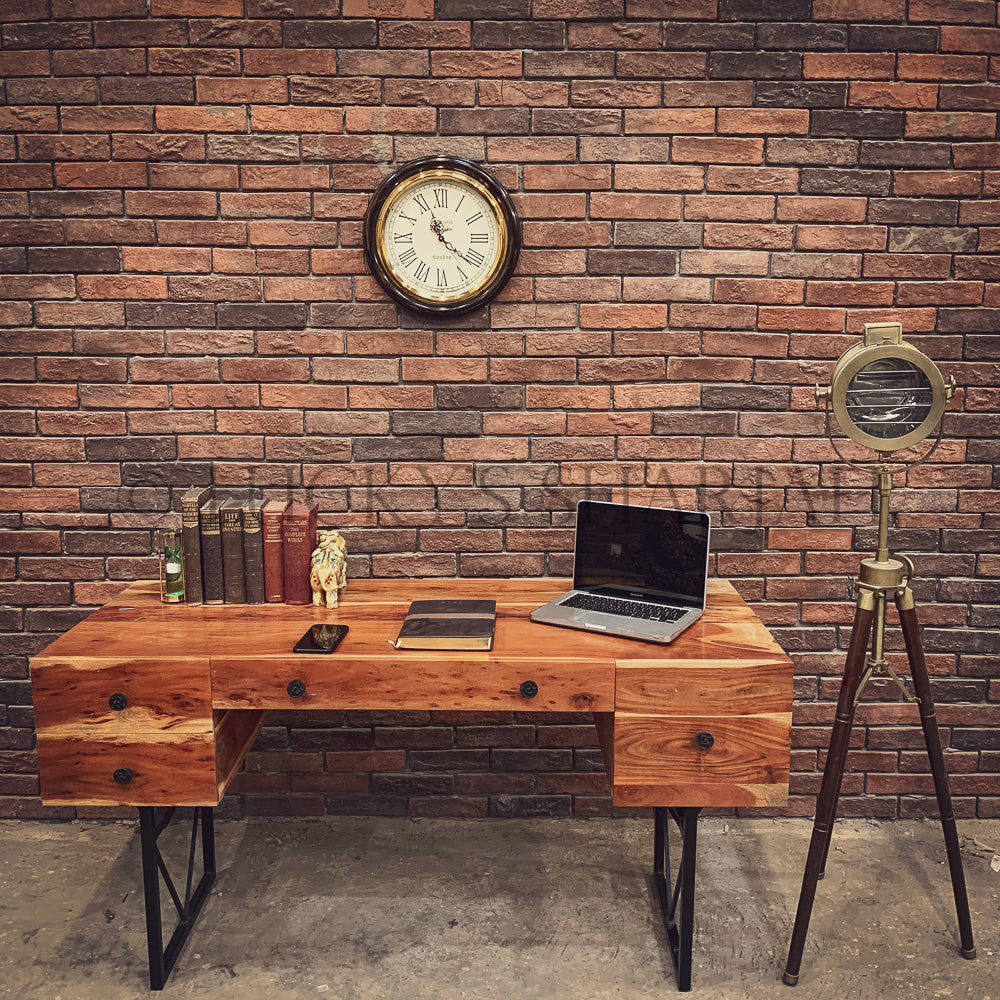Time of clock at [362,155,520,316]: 11:21
